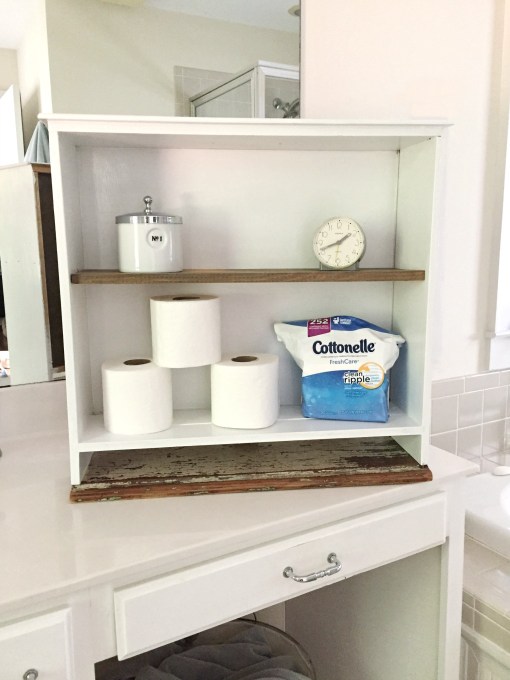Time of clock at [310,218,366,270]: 1:41
